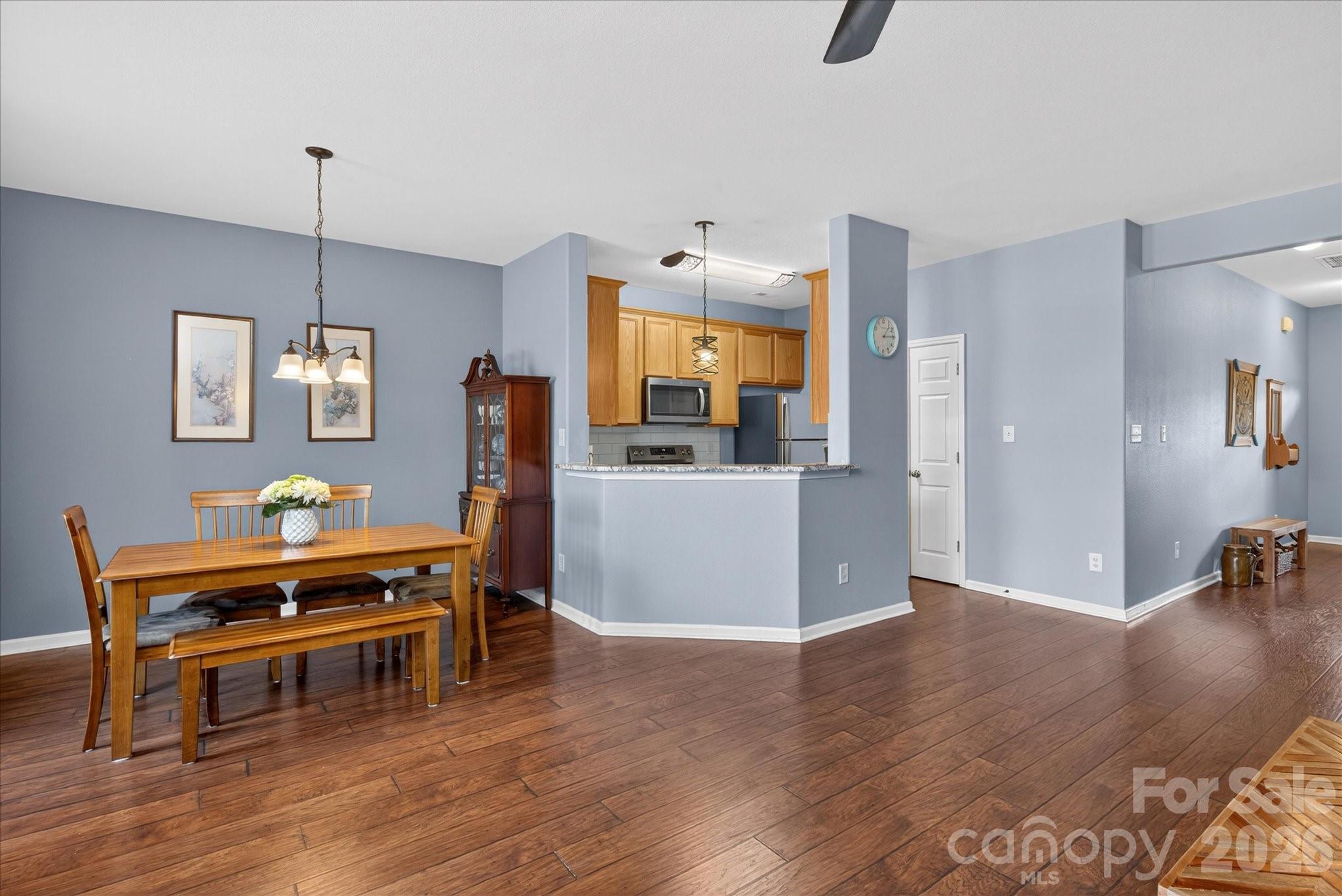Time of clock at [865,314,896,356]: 1:14
